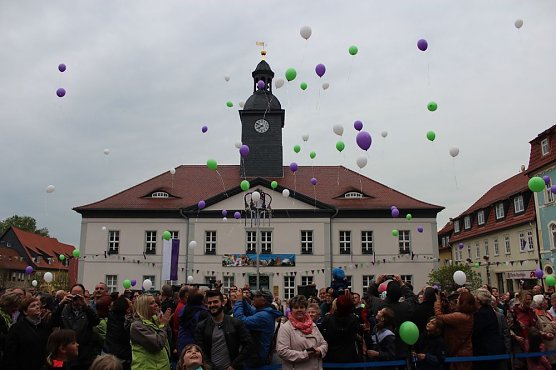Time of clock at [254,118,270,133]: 7:49
